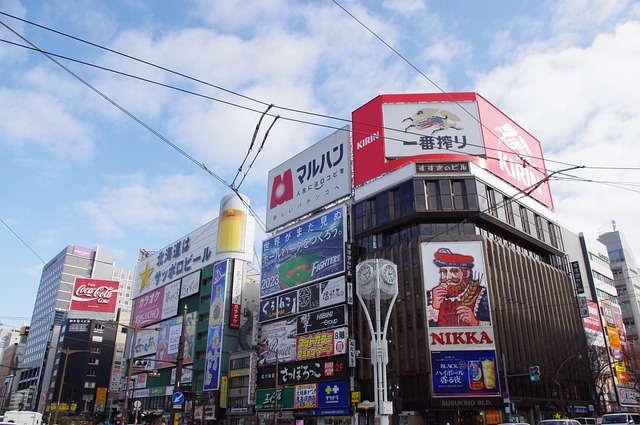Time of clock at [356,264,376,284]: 2:23
